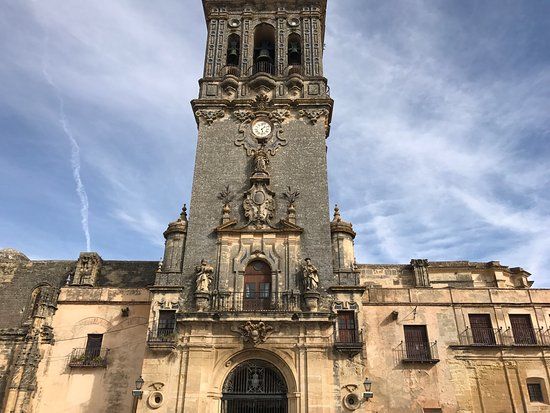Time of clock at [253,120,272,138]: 1:28
